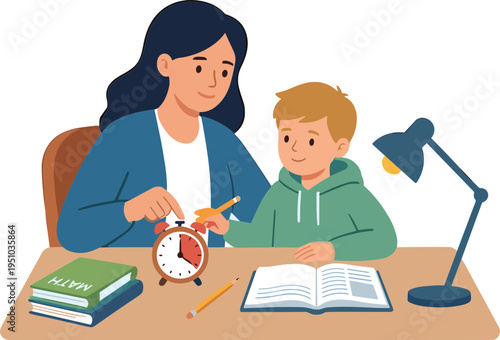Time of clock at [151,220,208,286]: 4:00
